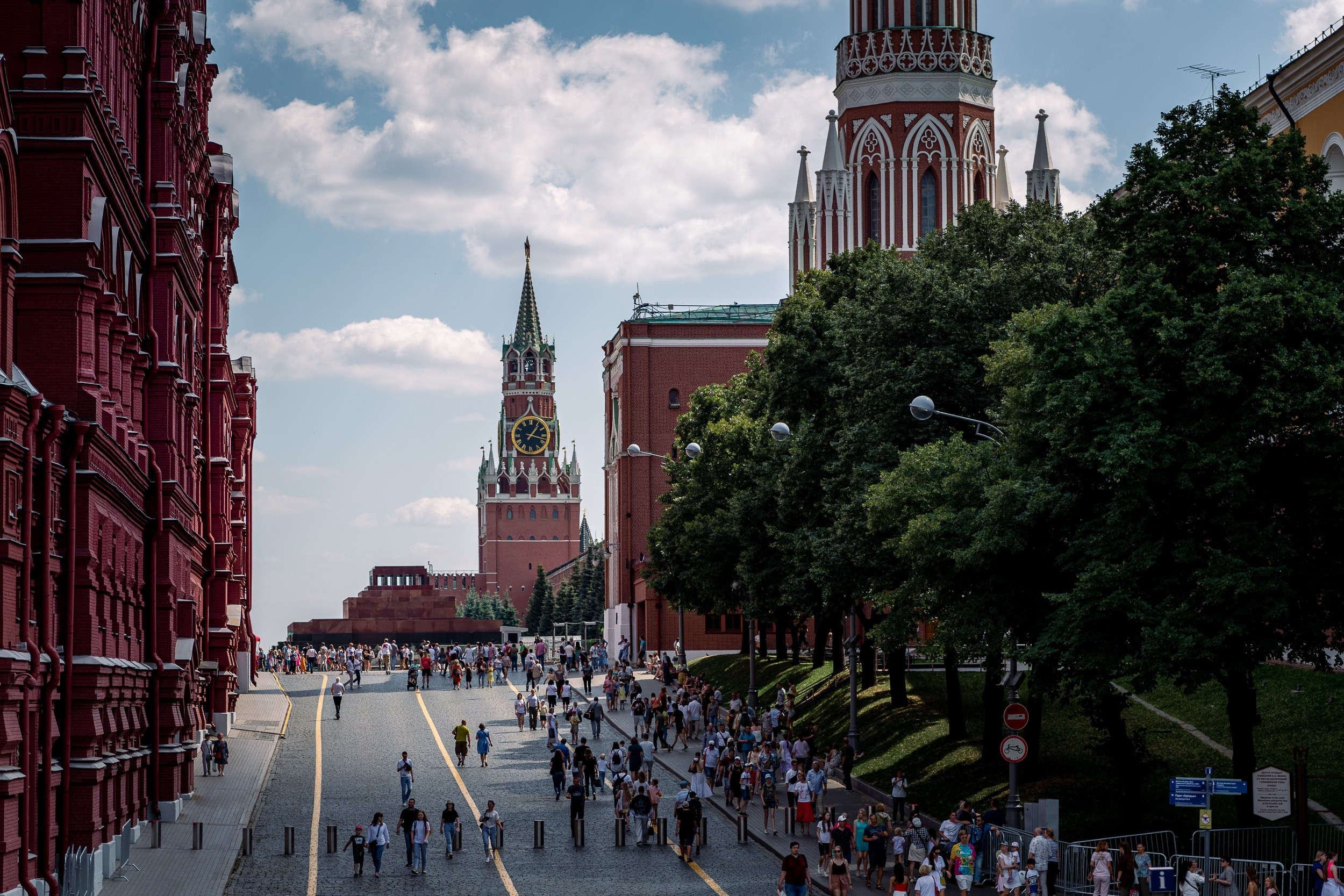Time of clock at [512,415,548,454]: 1:17
